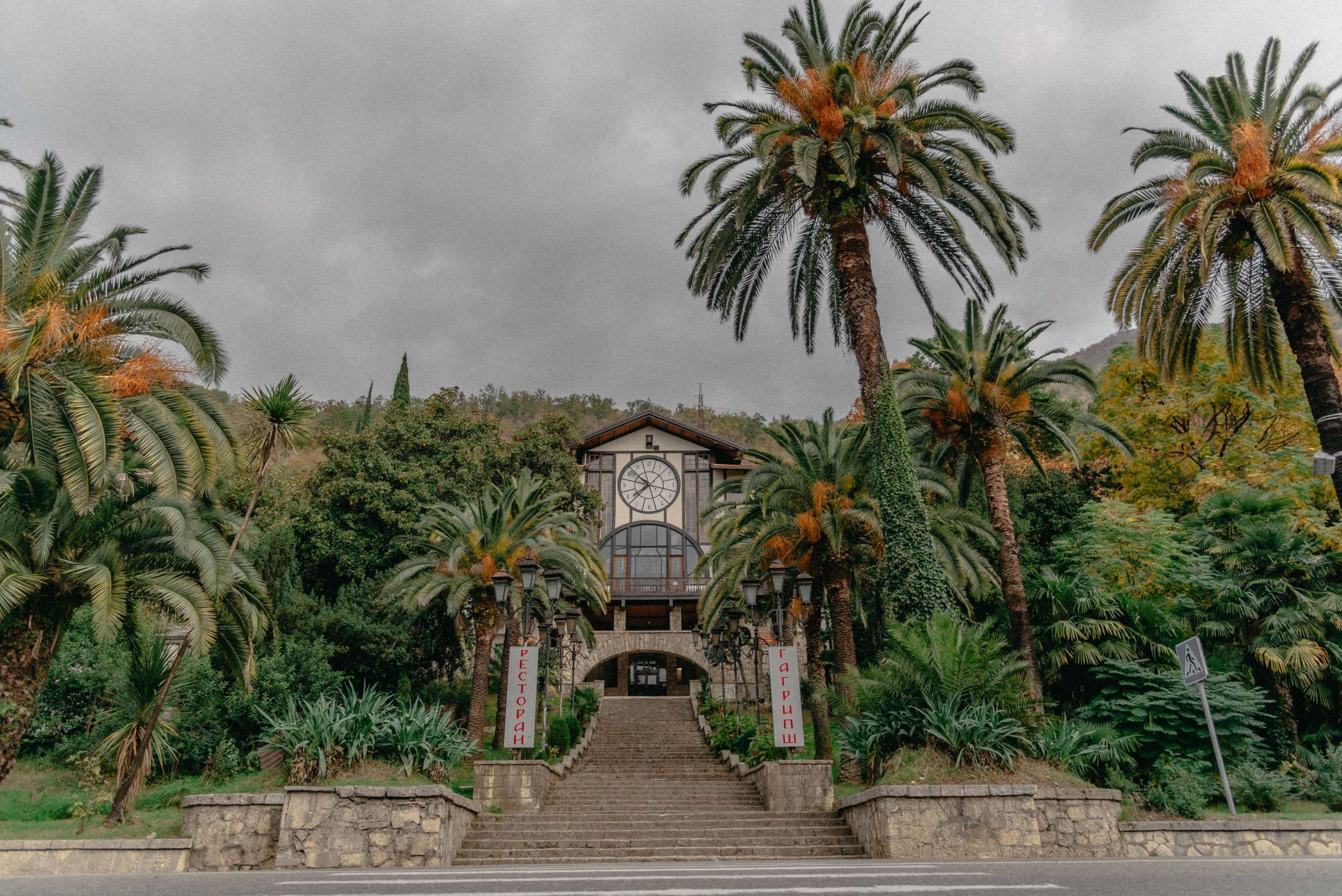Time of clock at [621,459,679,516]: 7:51
